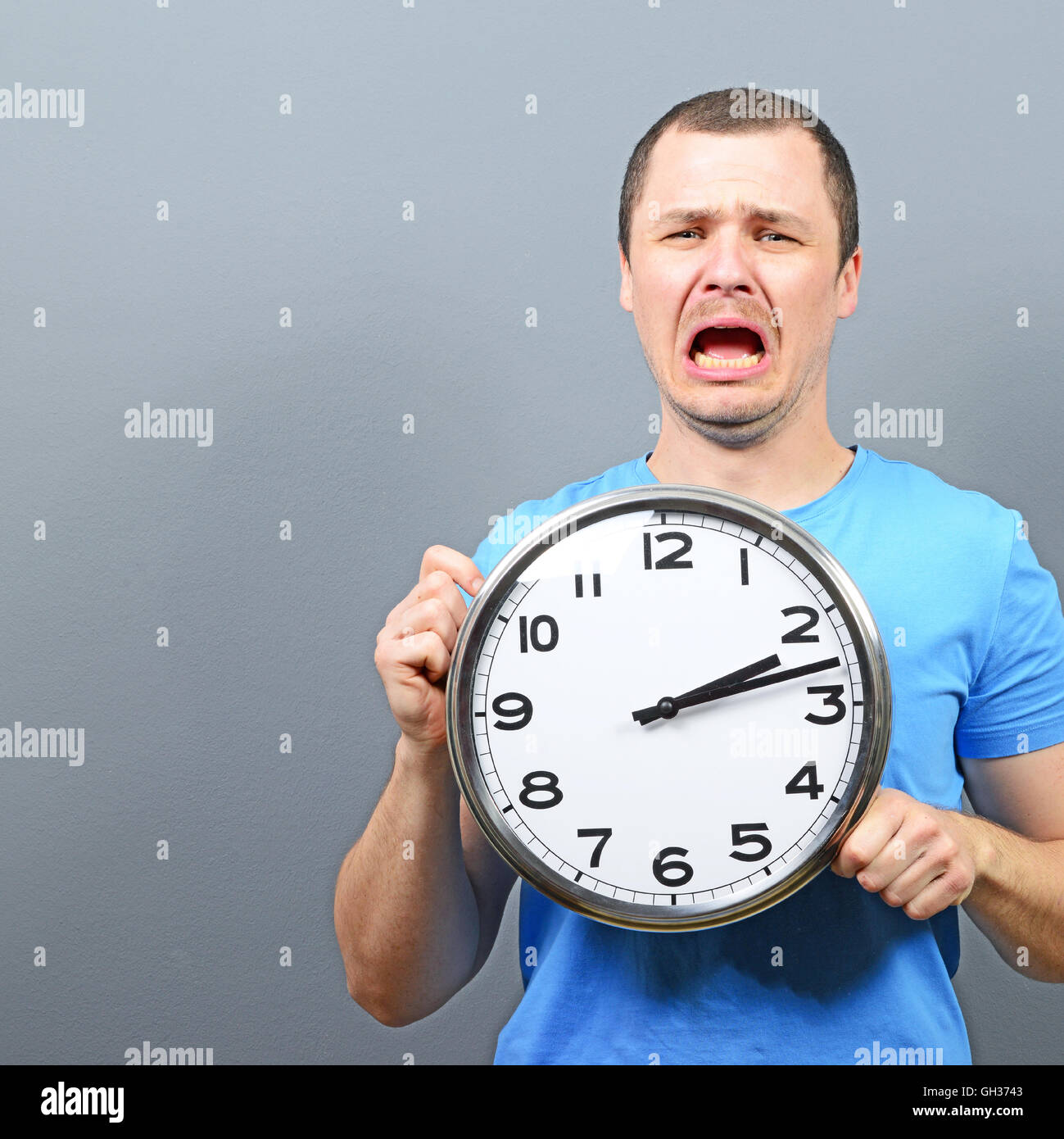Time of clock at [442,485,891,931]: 2:12
